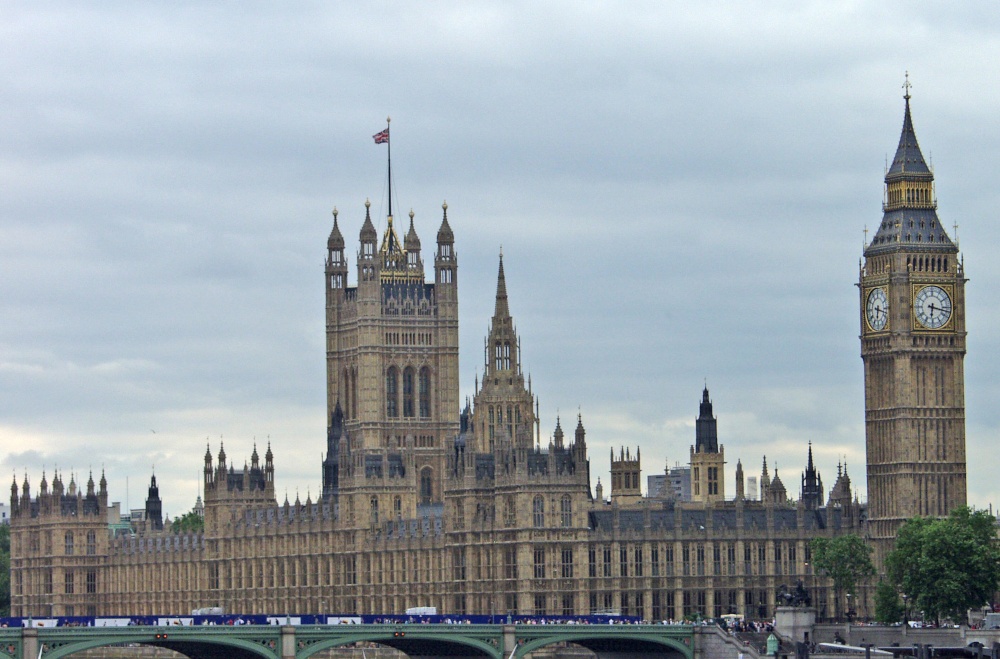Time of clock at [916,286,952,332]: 6:17
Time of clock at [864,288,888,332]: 6:17
